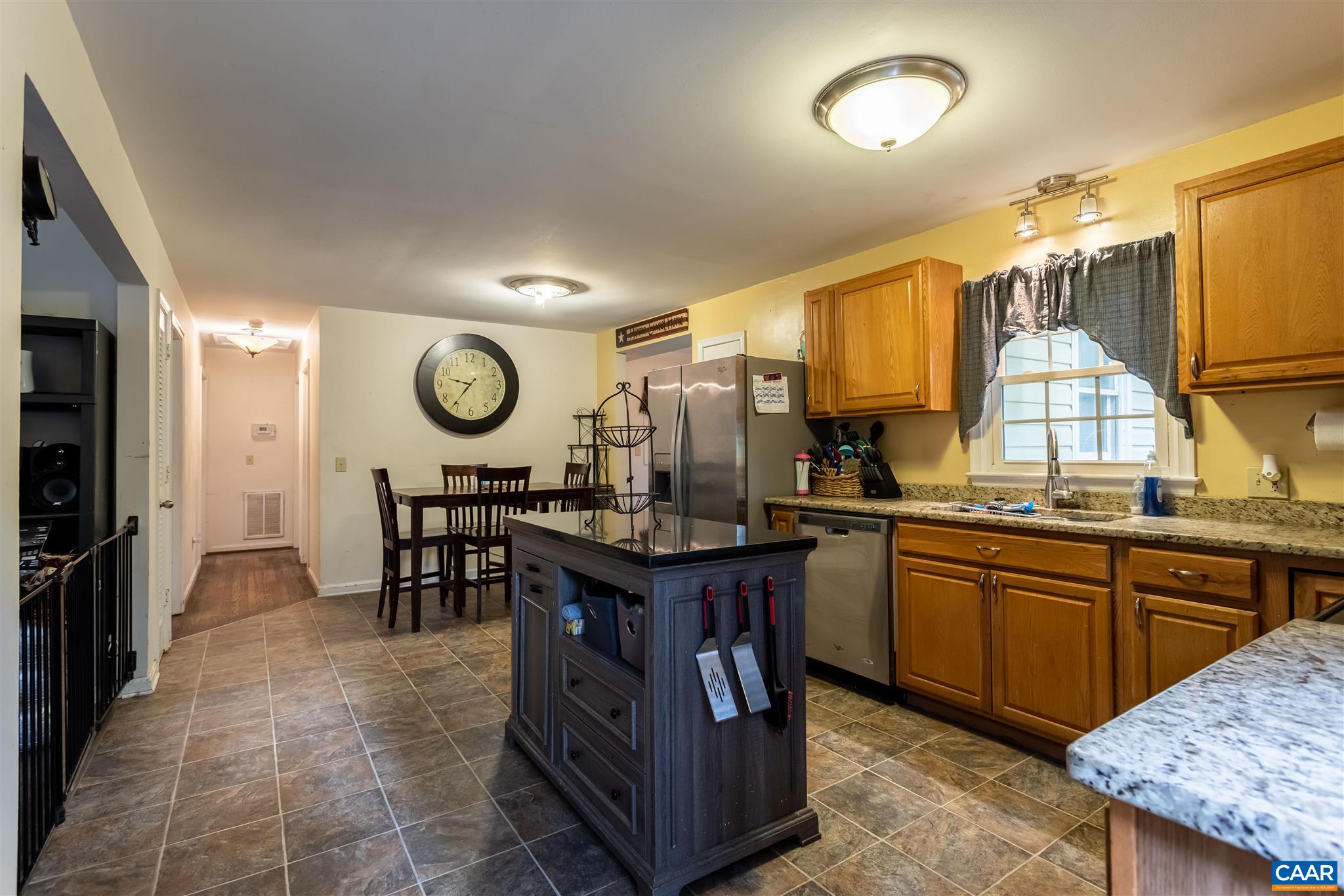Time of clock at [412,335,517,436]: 9:36
